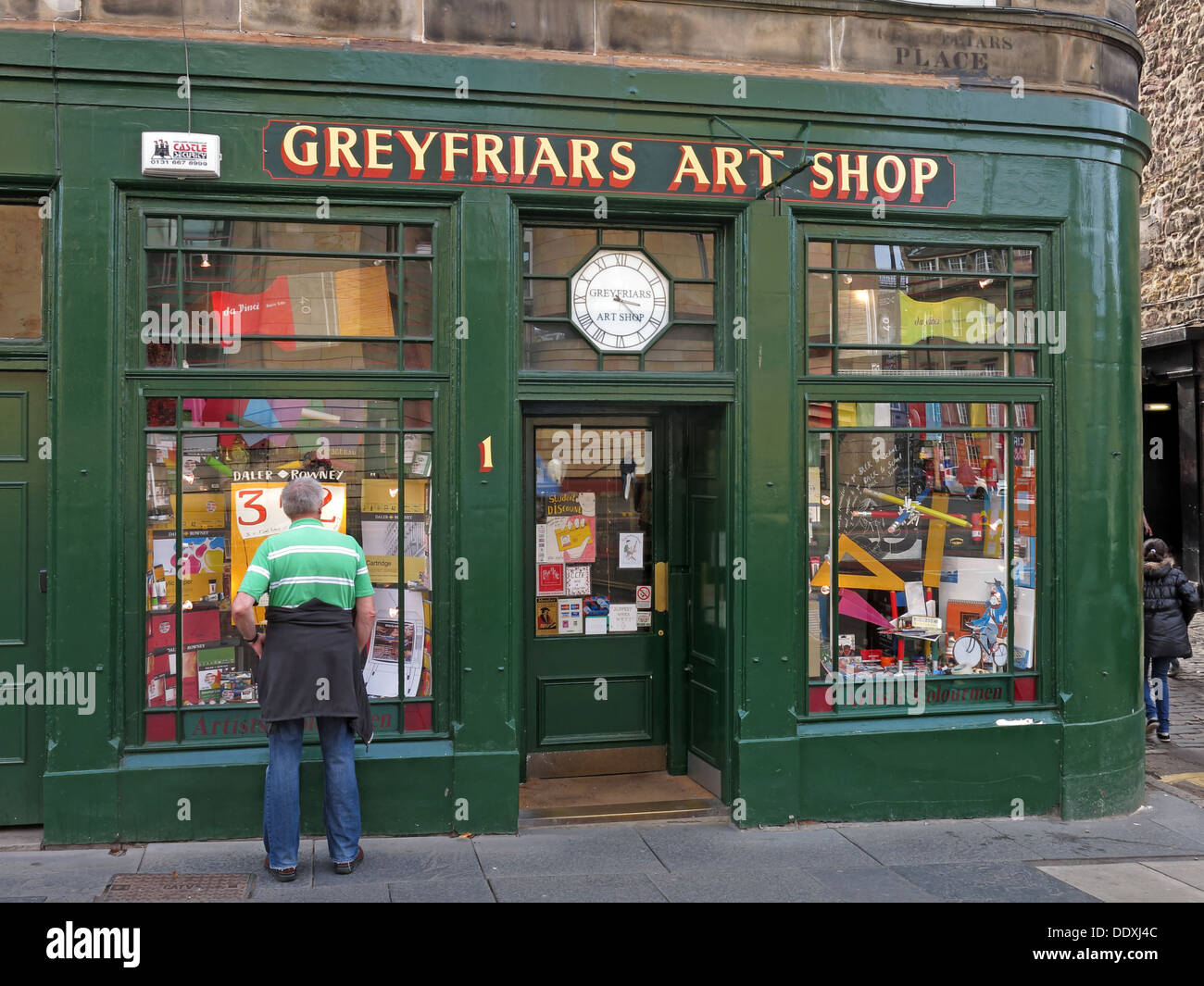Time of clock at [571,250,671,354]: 3:22
